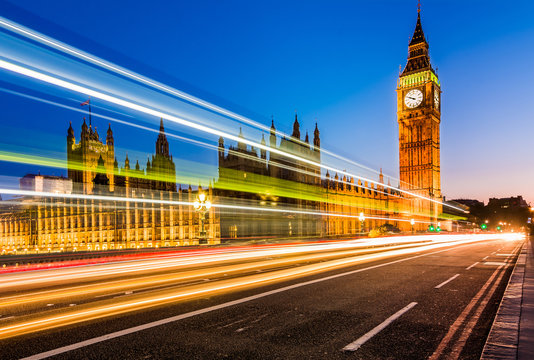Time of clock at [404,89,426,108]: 9:48
